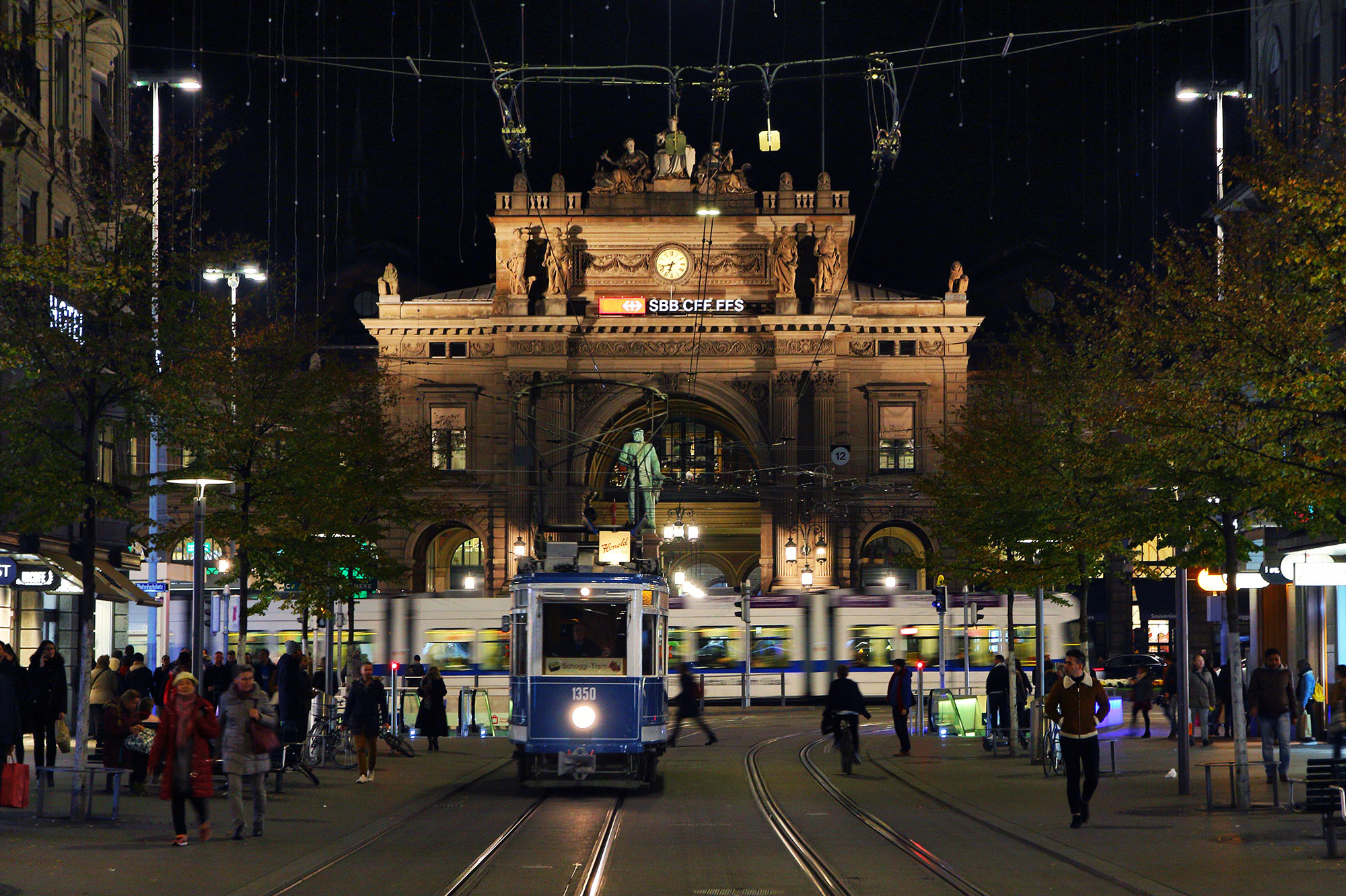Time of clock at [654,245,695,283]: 6:42
